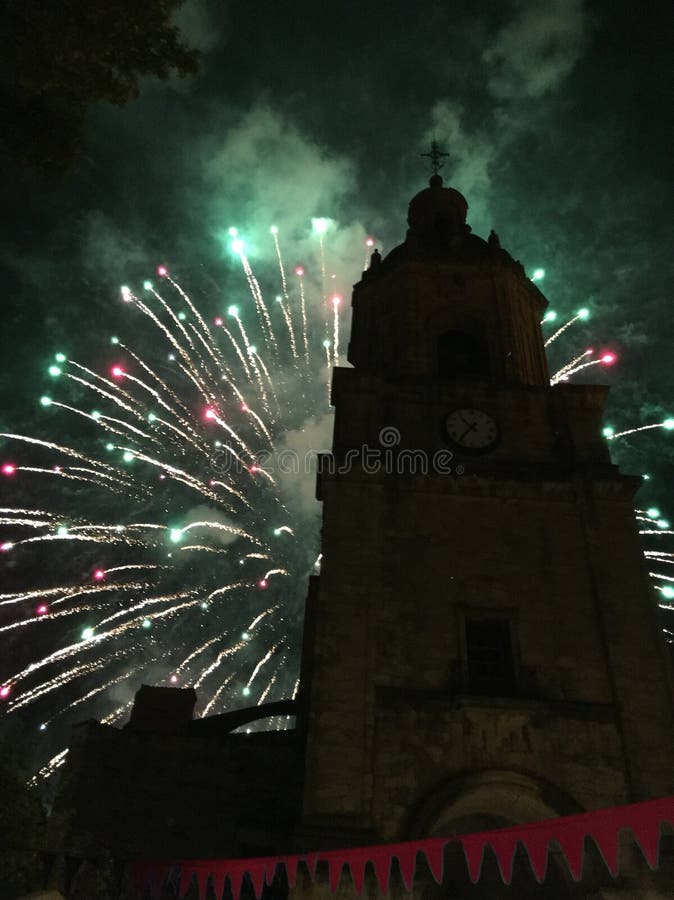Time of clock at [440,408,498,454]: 10:36
